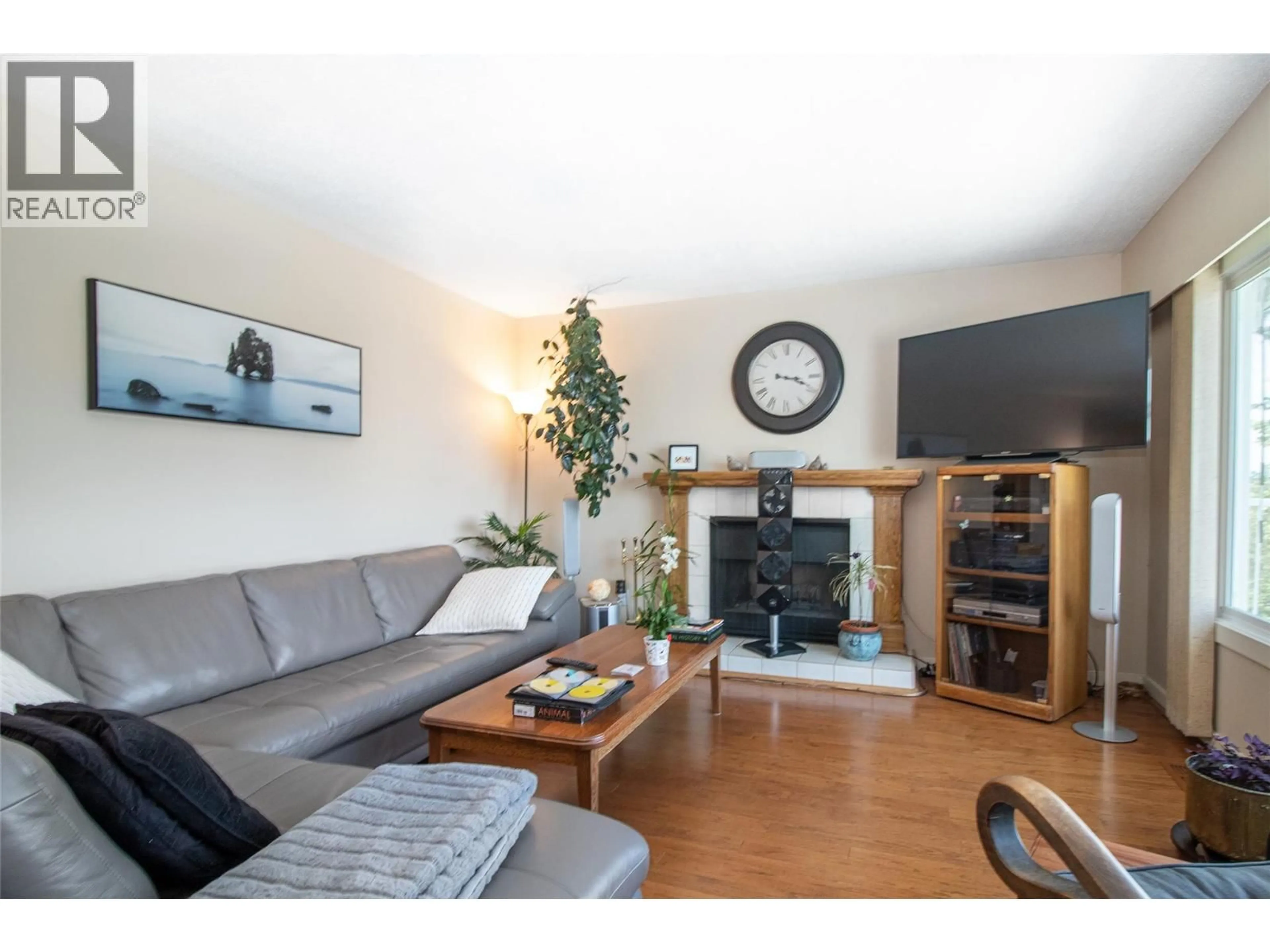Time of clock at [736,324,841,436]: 3:18
